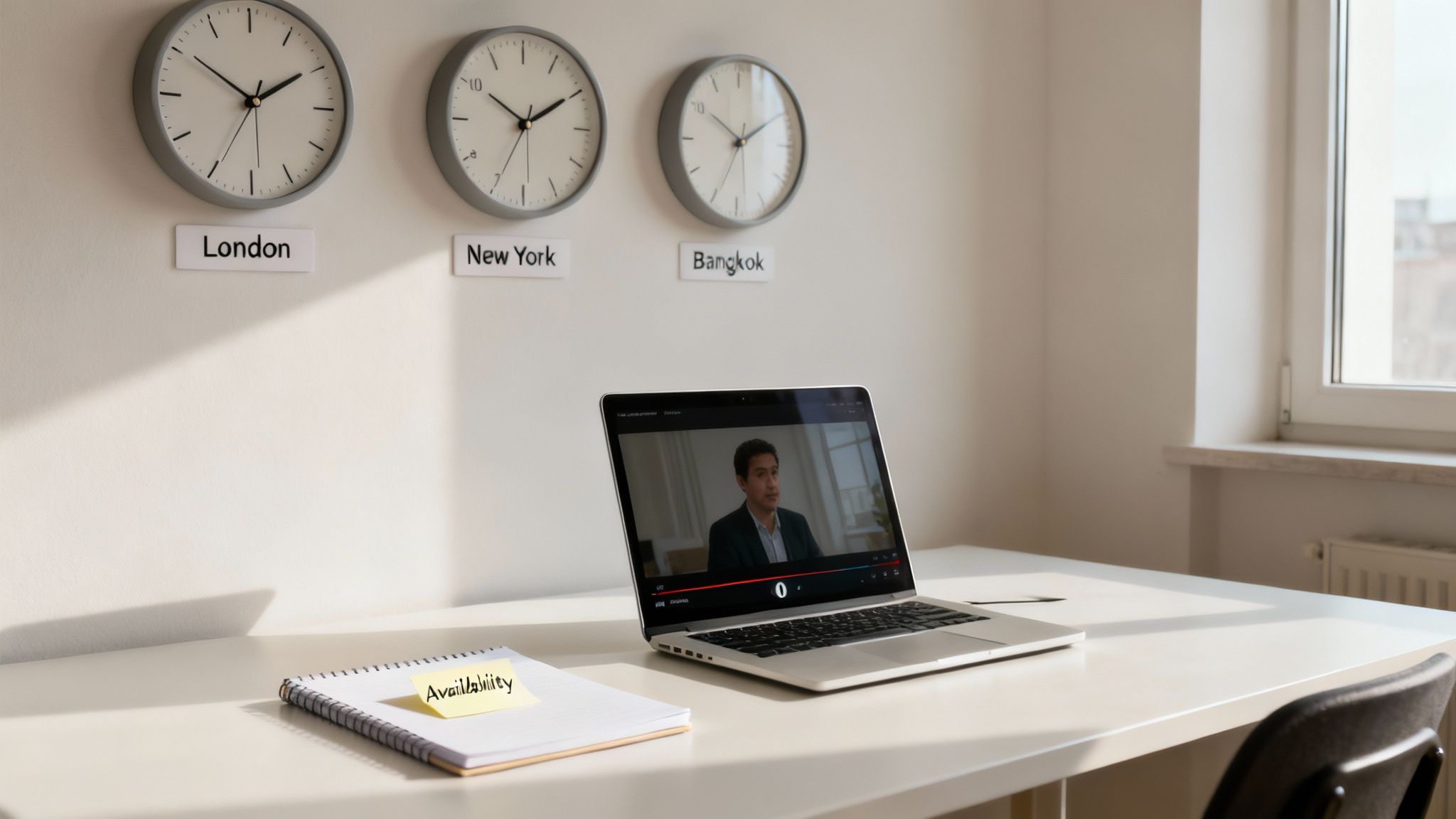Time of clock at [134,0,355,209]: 1:50
